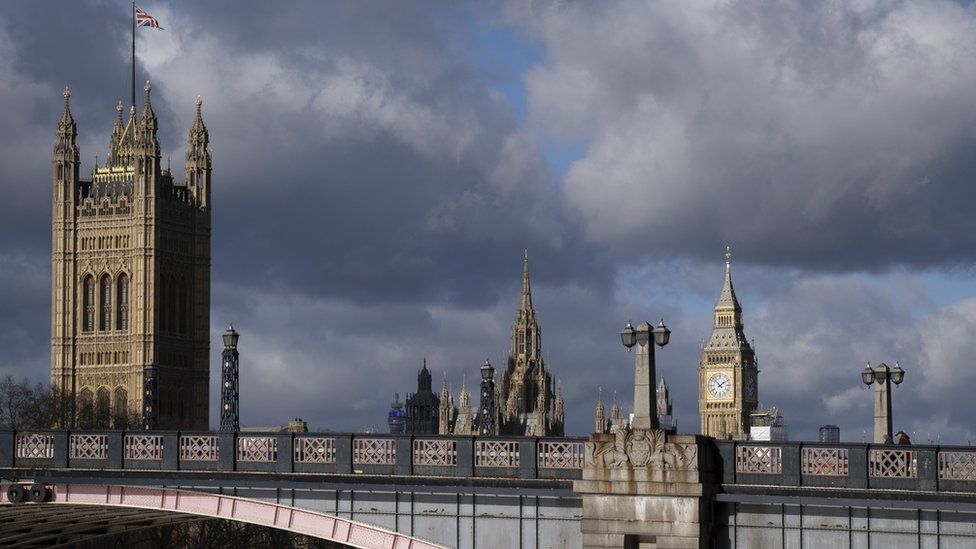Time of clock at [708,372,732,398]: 1:52
